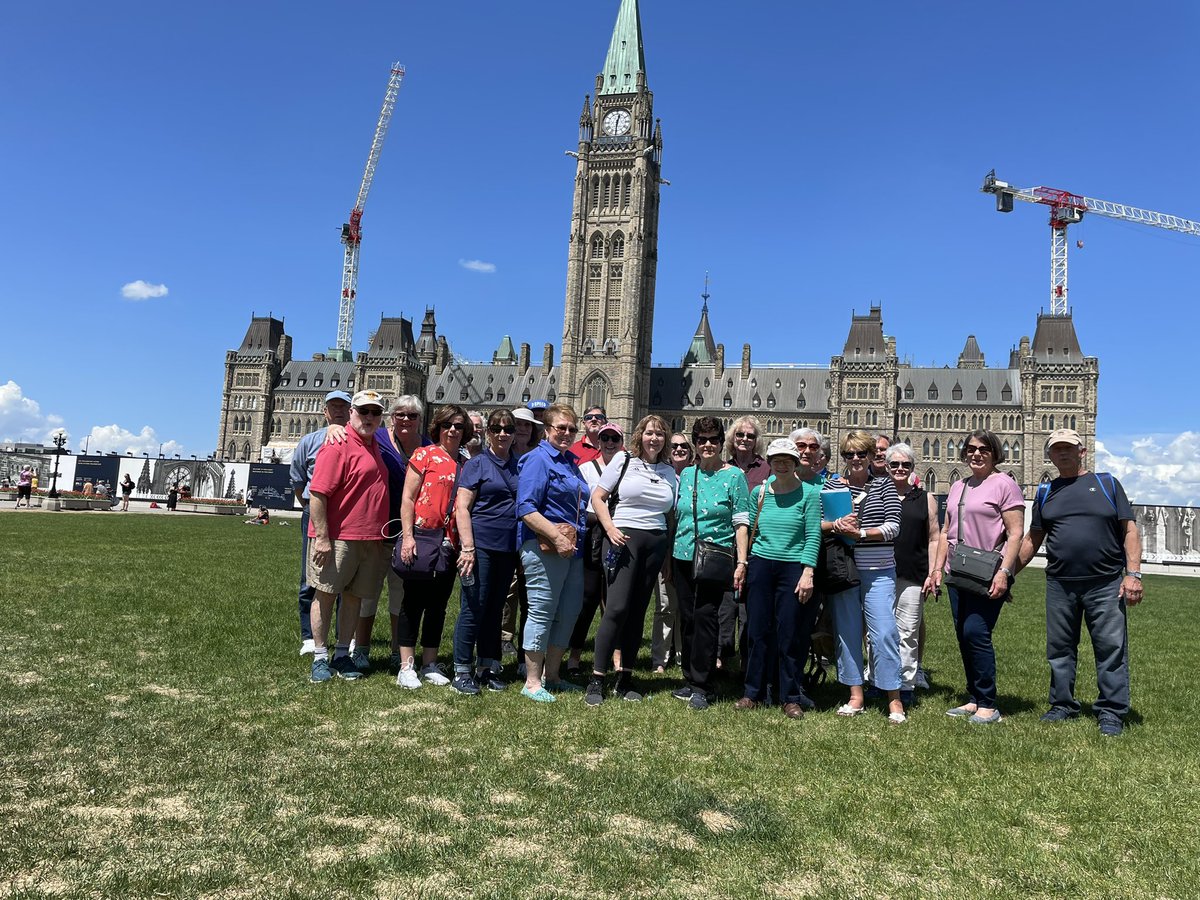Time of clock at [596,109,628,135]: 12:30
